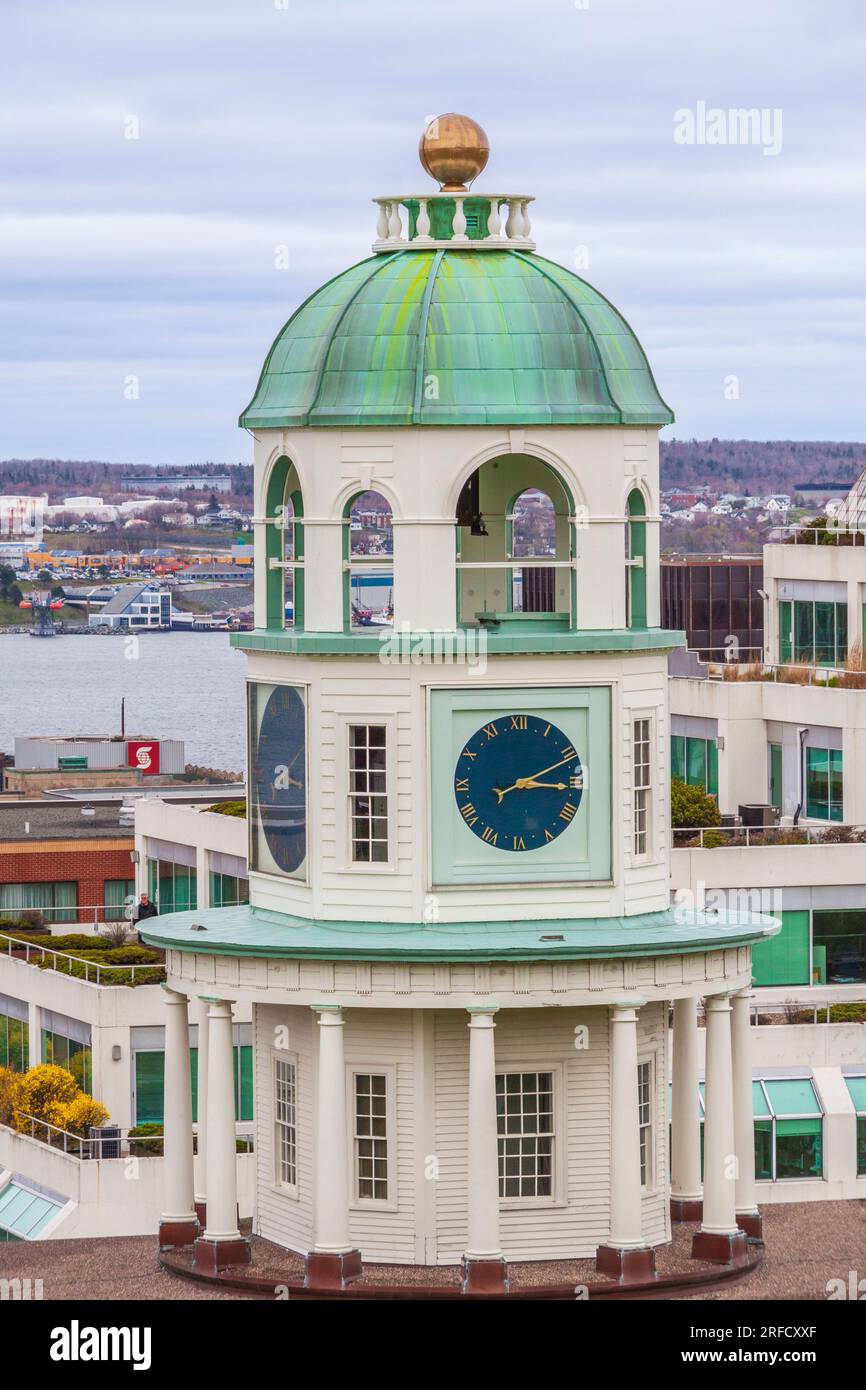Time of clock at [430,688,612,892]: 3:11
